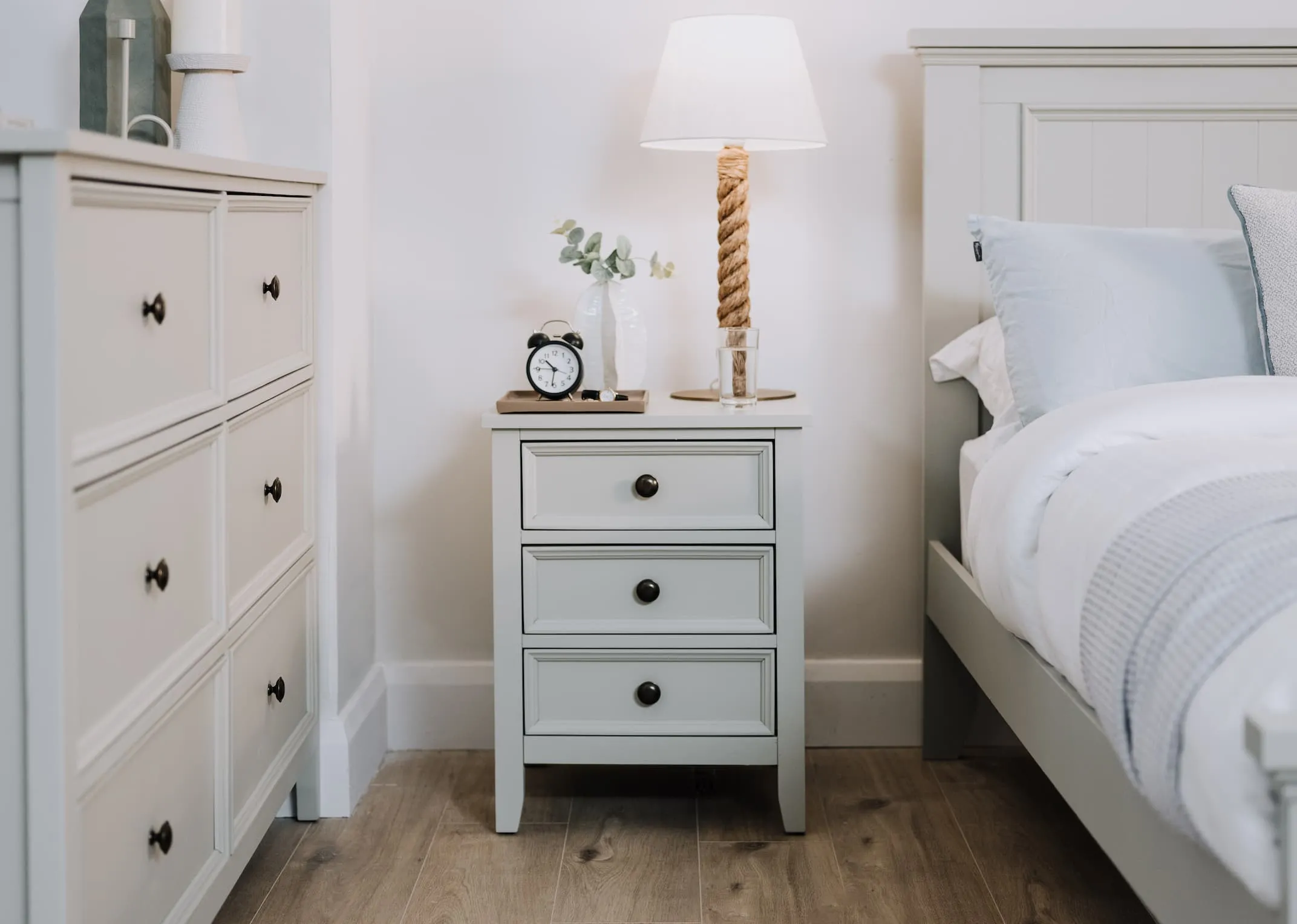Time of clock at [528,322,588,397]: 10:31
